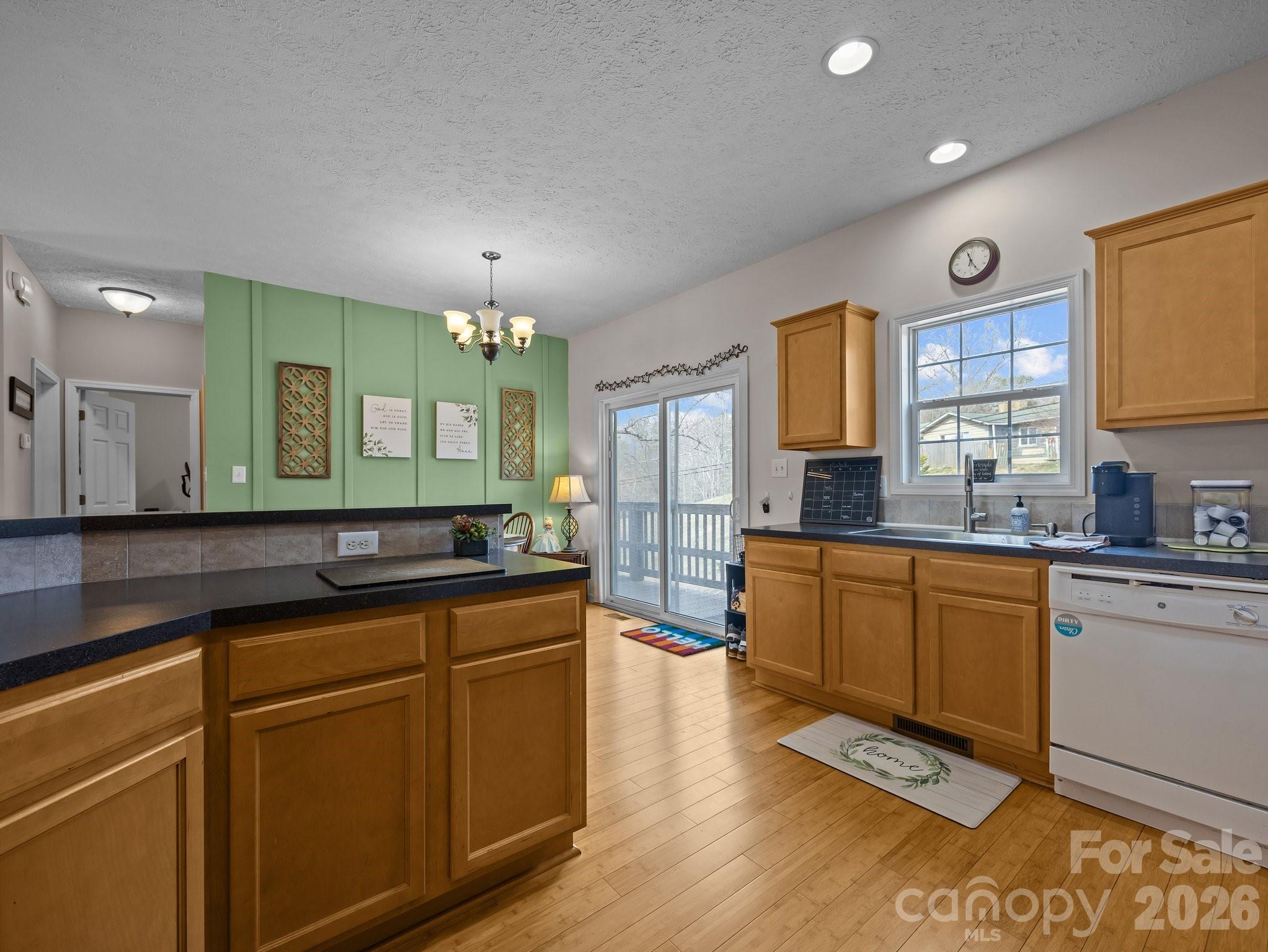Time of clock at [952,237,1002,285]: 11:25
